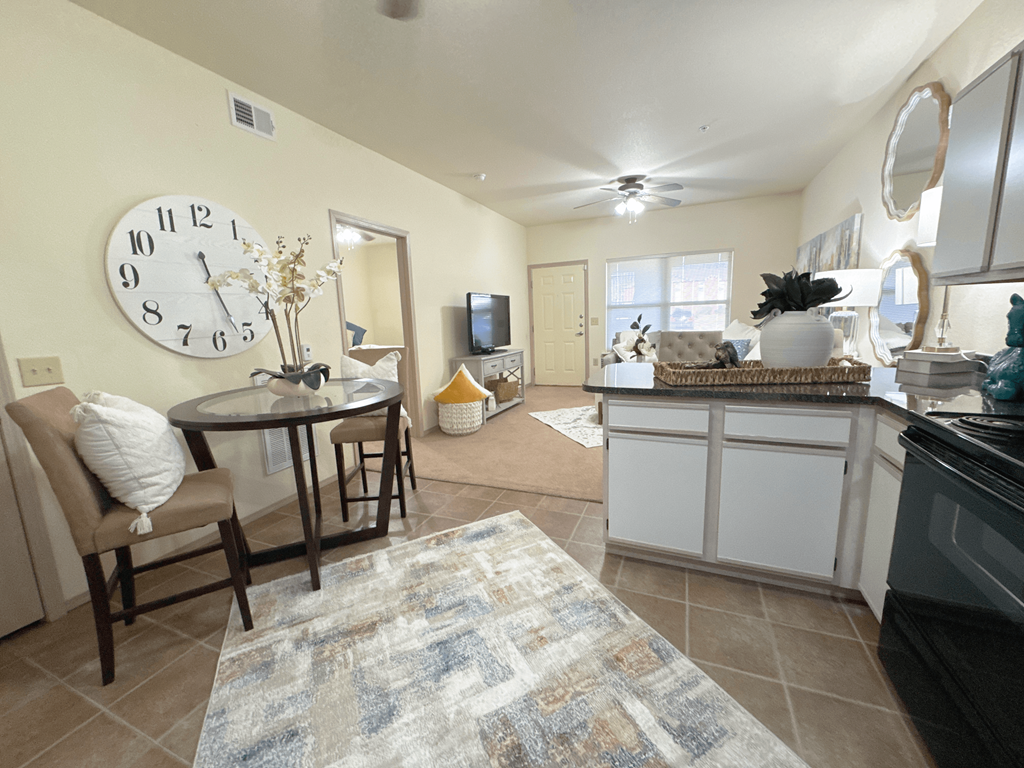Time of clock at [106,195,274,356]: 2:26
